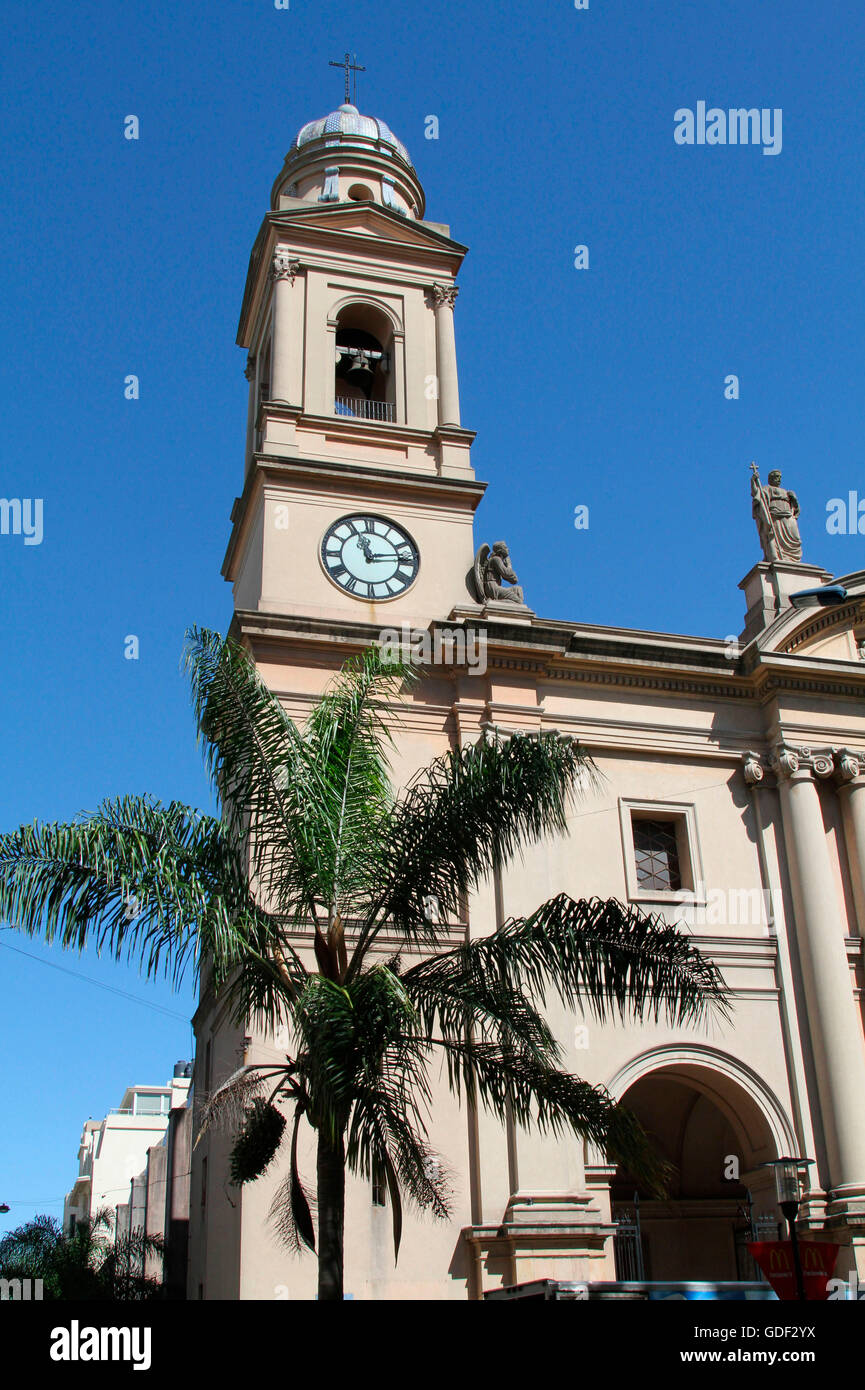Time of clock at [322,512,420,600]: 11:13
